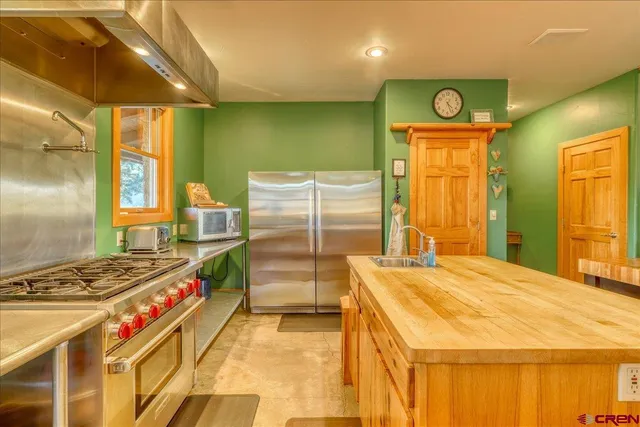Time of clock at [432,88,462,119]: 4:26
